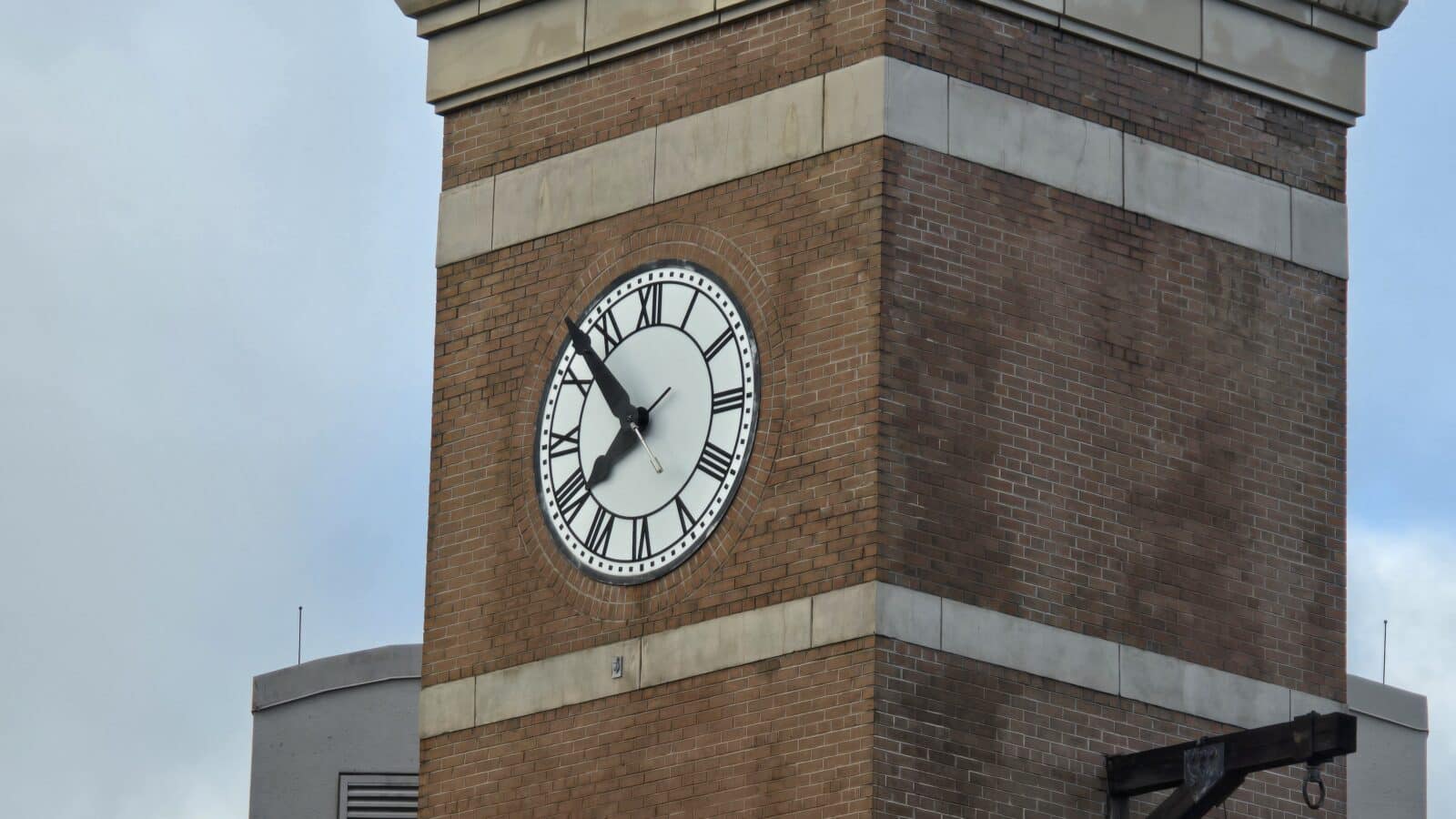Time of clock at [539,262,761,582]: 7:52
